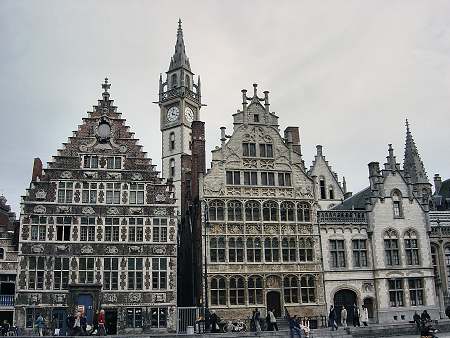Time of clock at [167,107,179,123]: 4:02
